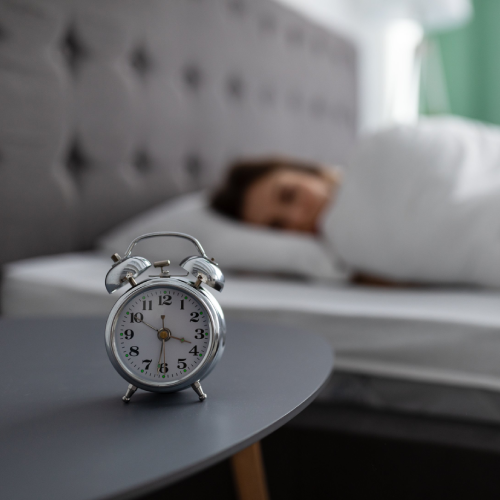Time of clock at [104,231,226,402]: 3:31
